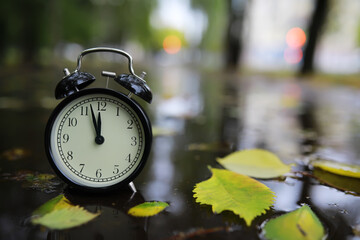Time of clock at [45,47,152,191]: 11:57
